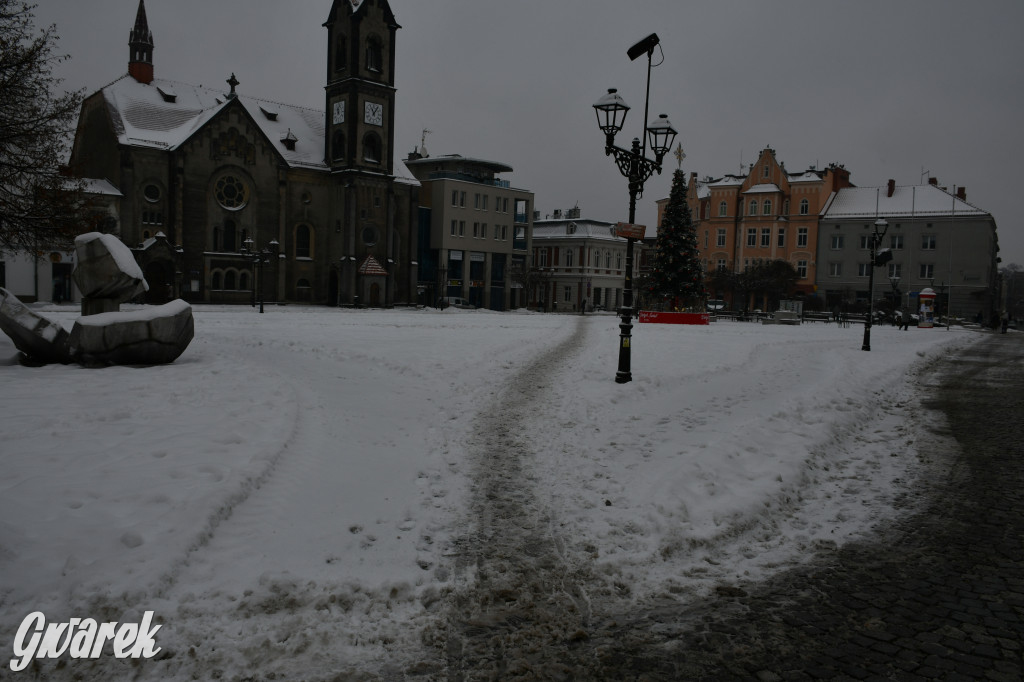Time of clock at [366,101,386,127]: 11:05
